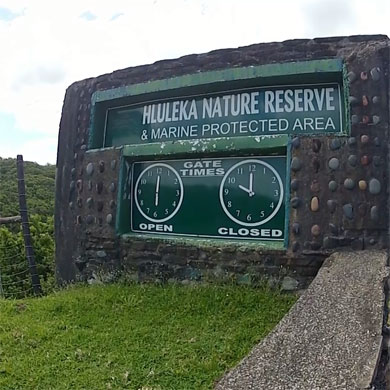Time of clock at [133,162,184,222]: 6:00
